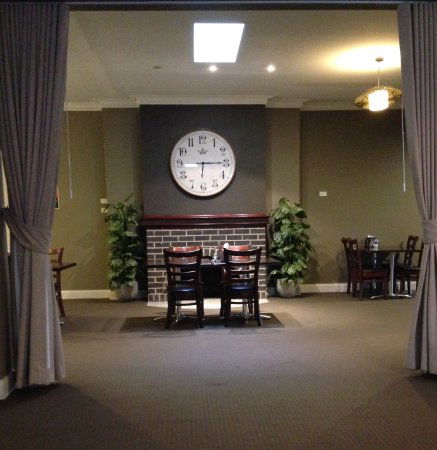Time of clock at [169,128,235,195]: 6:15
